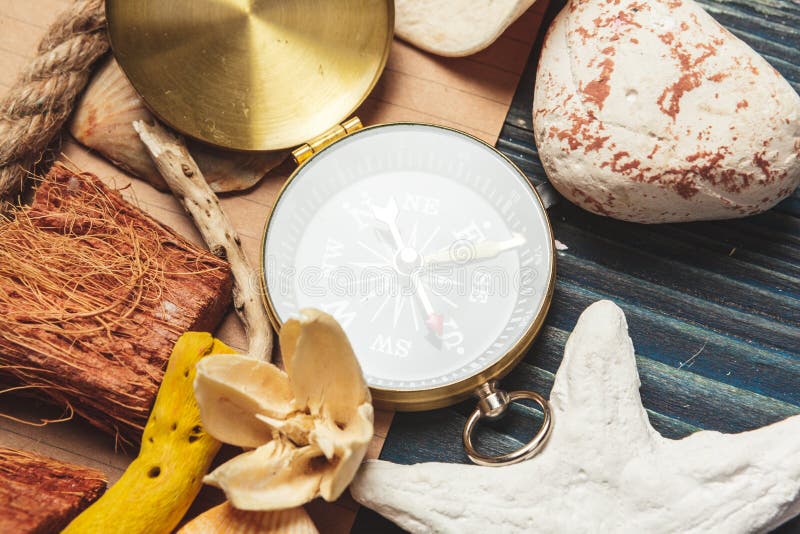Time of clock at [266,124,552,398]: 5:13
